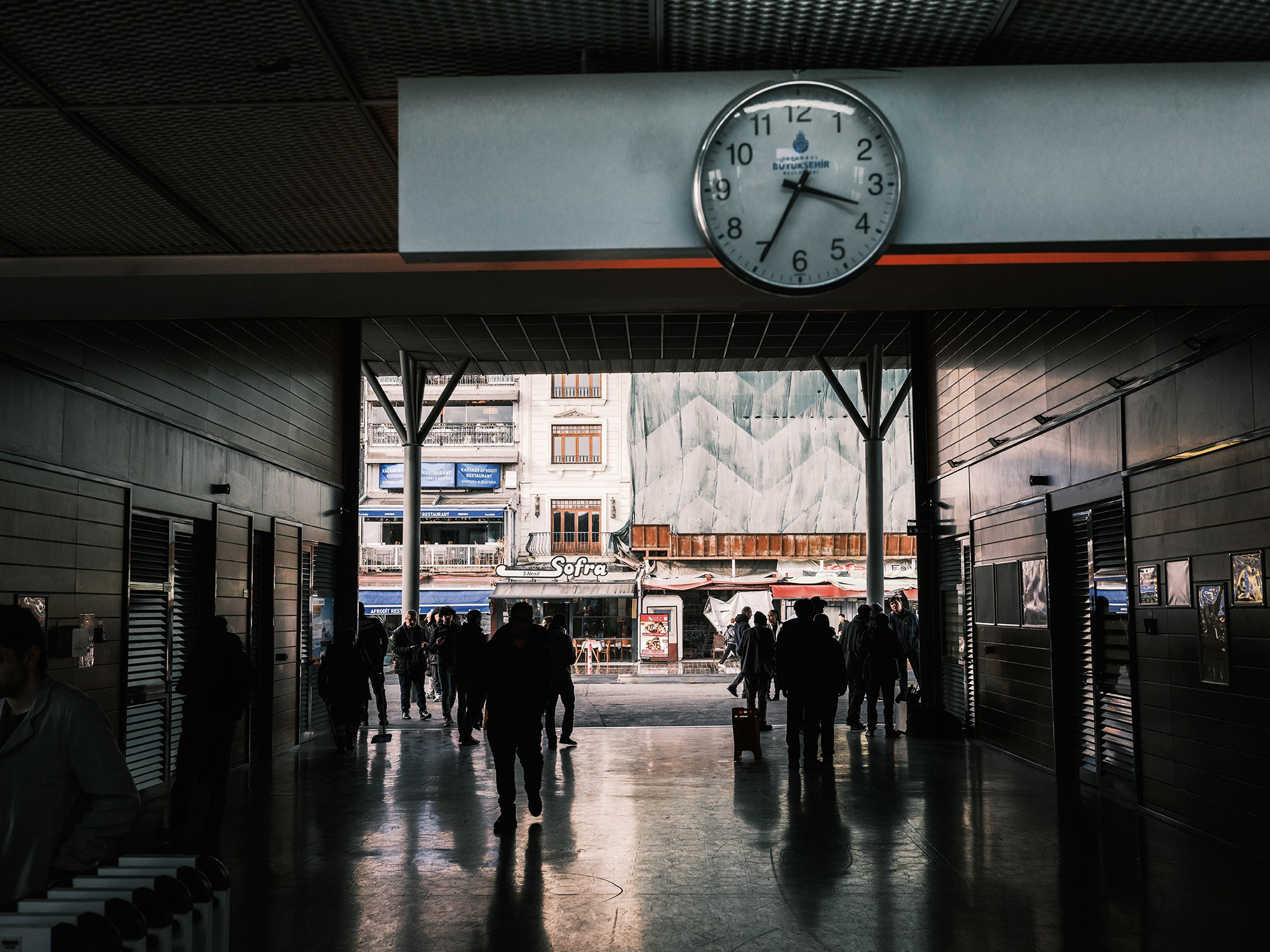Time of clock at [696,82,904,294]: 3:34
